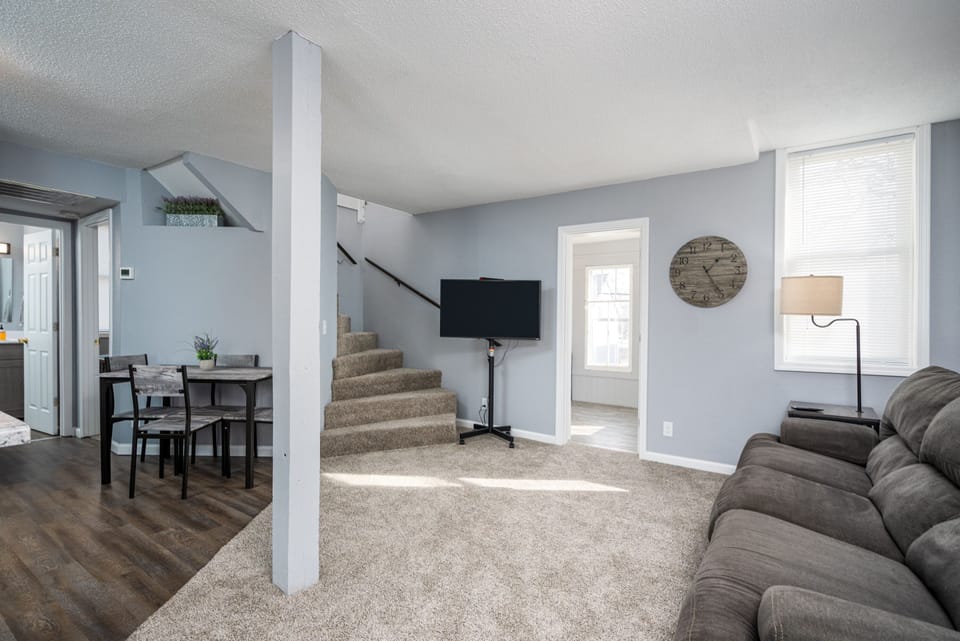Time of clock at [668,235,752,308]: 1:24
